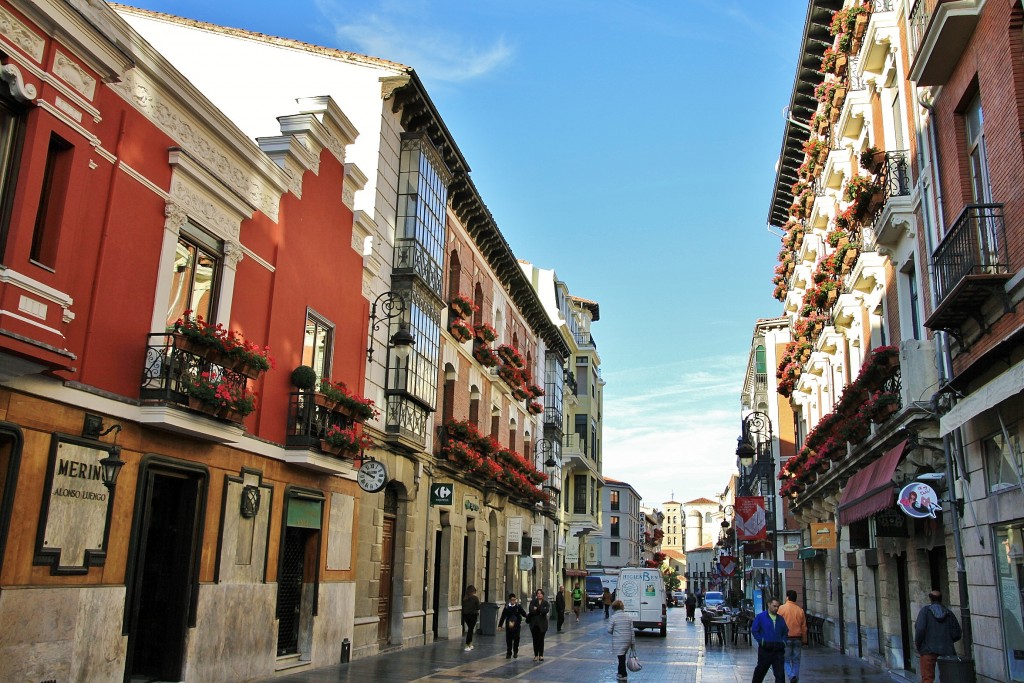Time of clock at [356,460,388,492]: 9:49
